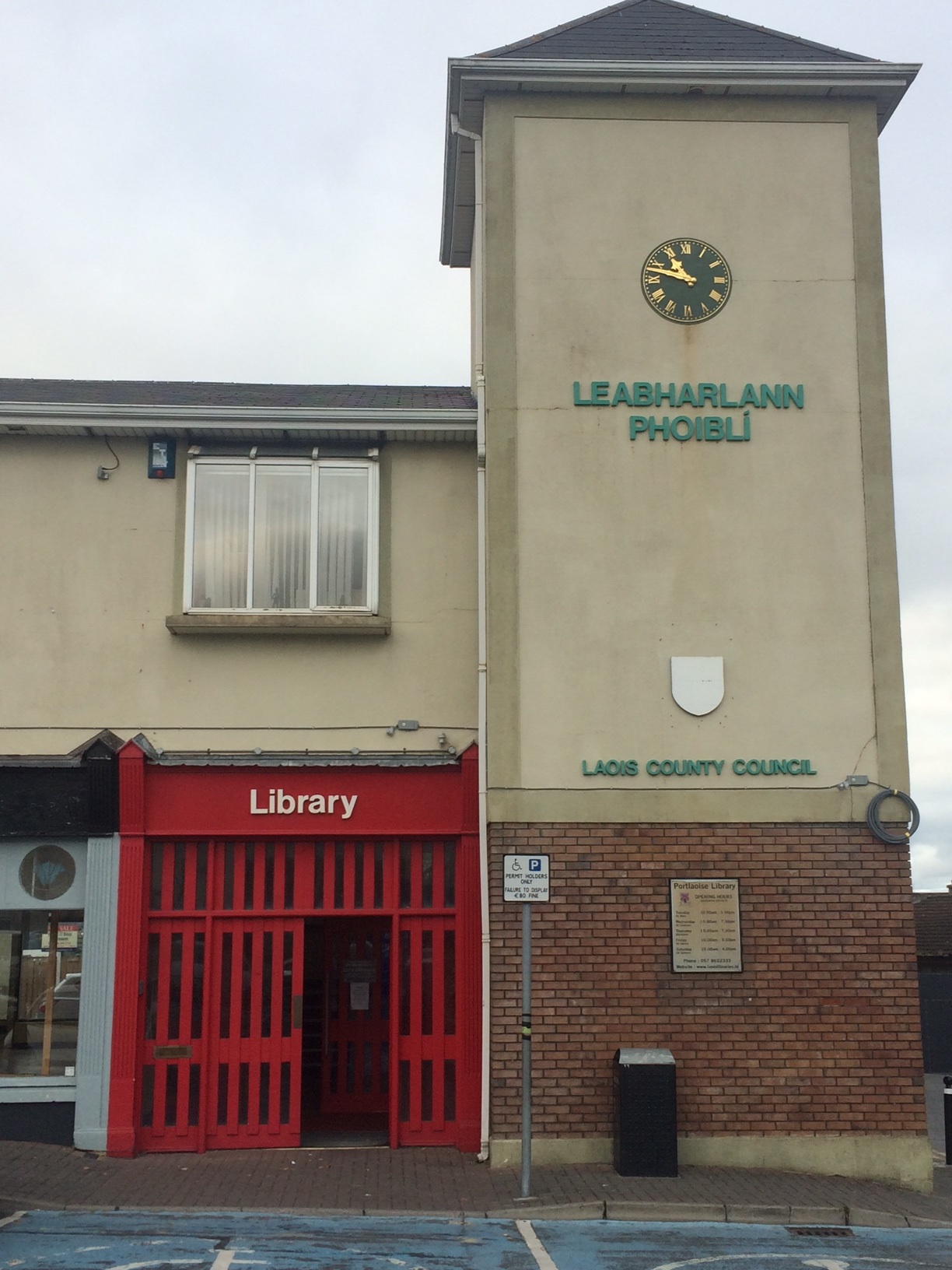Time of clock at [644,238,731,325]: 10:47
